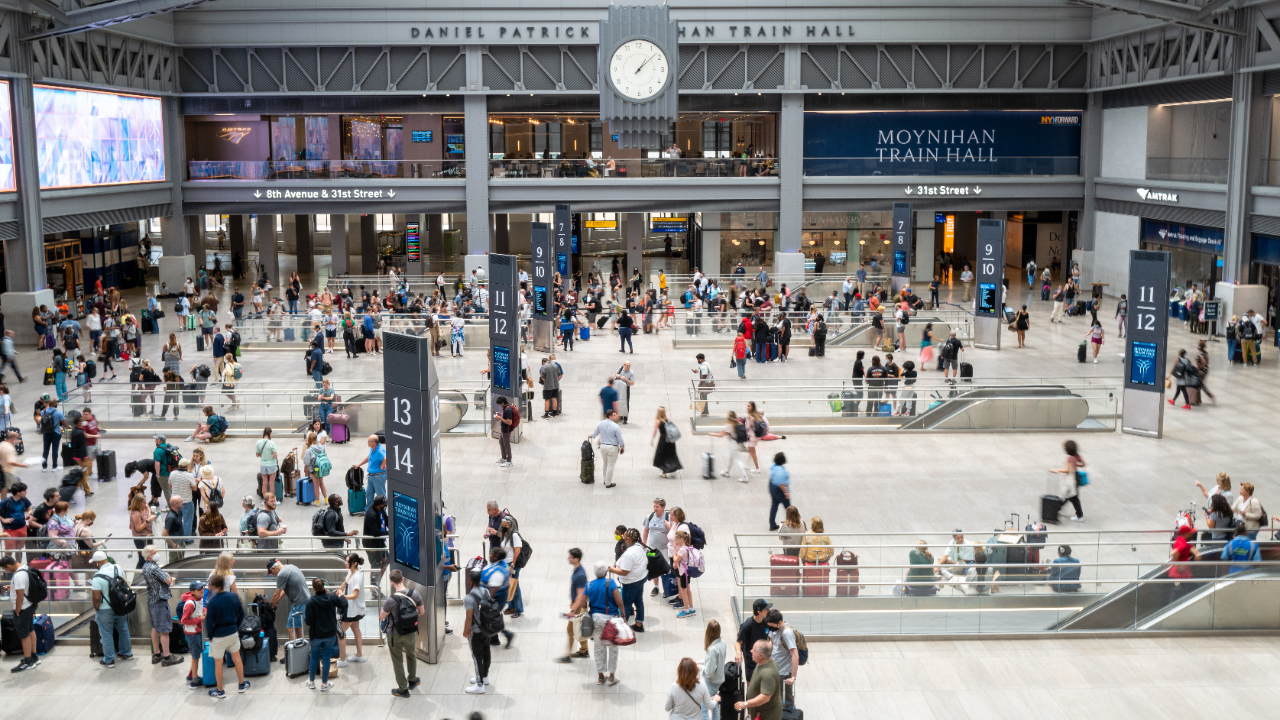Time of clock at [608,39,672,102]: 1:08
